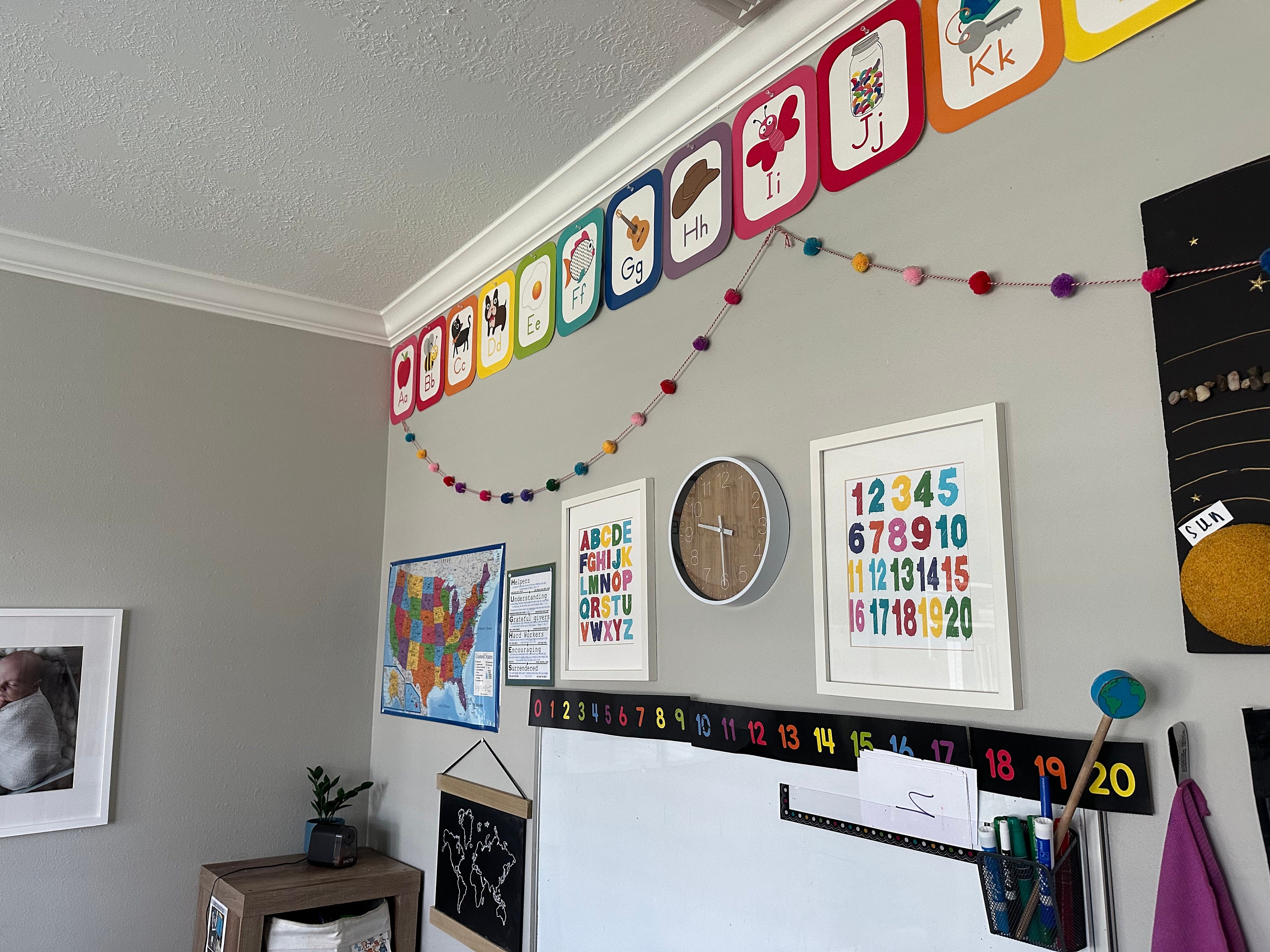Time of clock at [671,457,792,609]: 9:30
